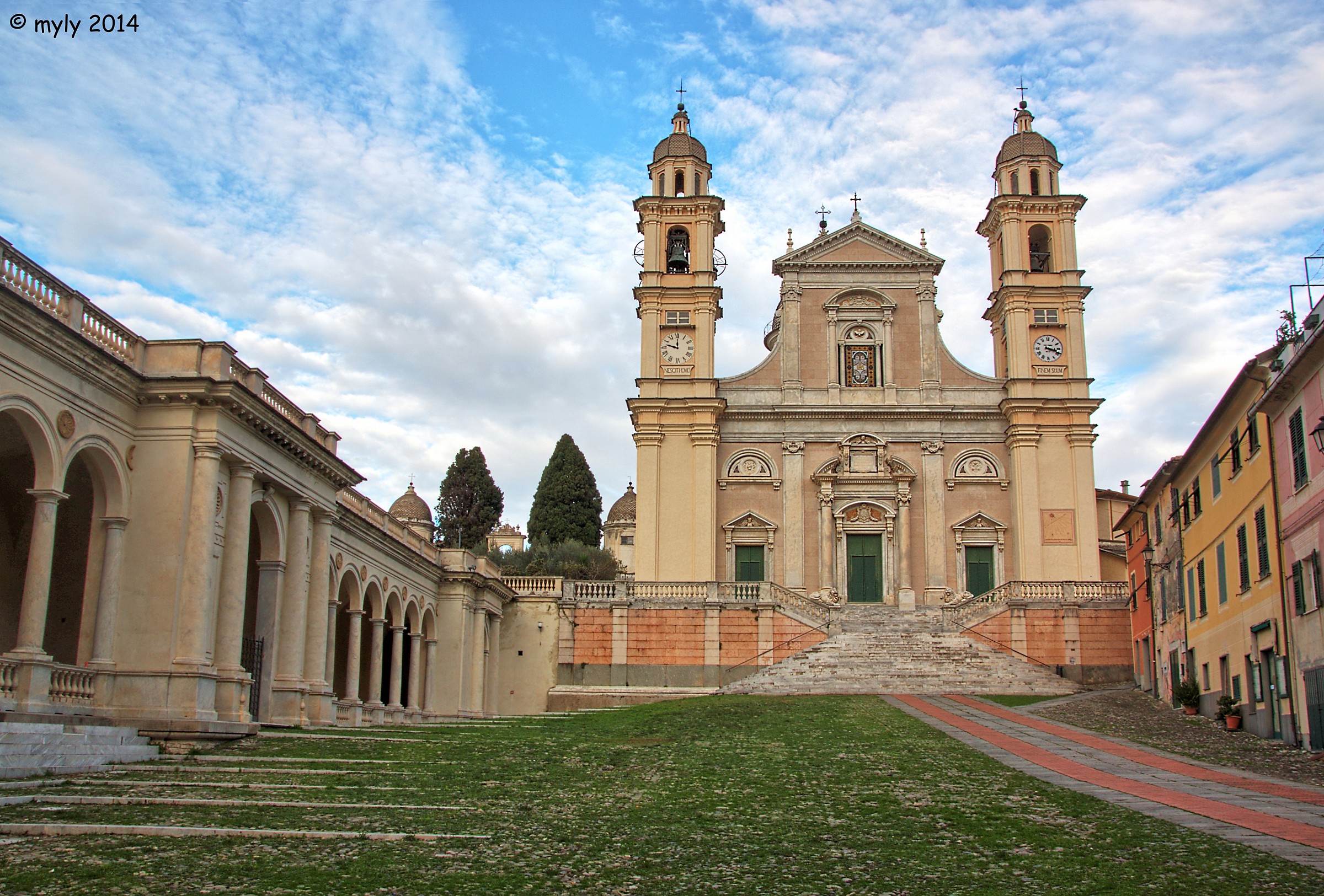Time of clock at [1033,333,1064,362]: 3:18
